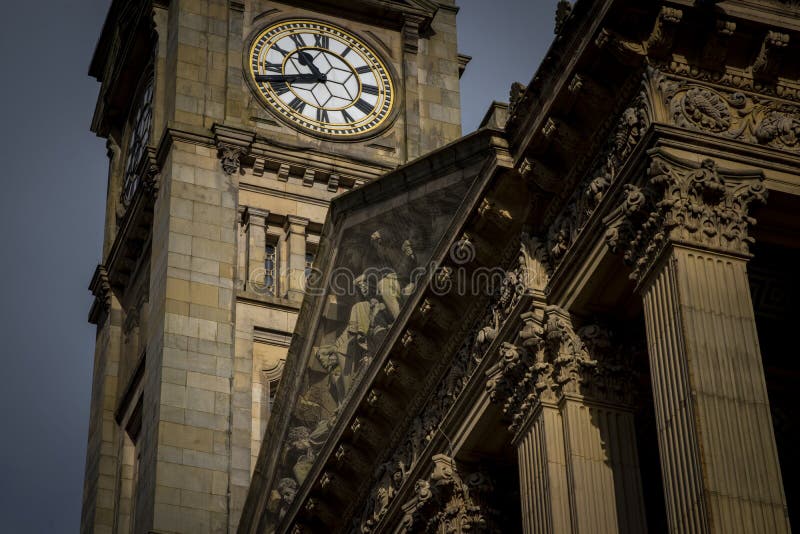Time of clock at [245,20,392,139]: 10:42
